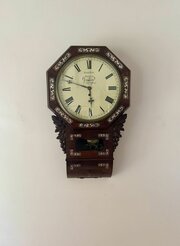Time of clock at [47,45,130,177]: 5:48
